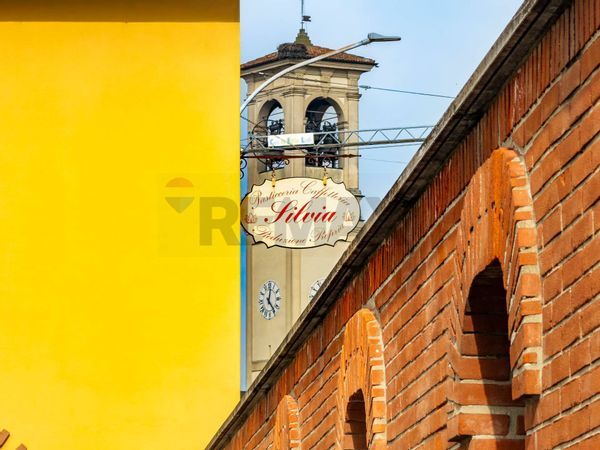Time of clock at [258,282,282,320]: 12:23
